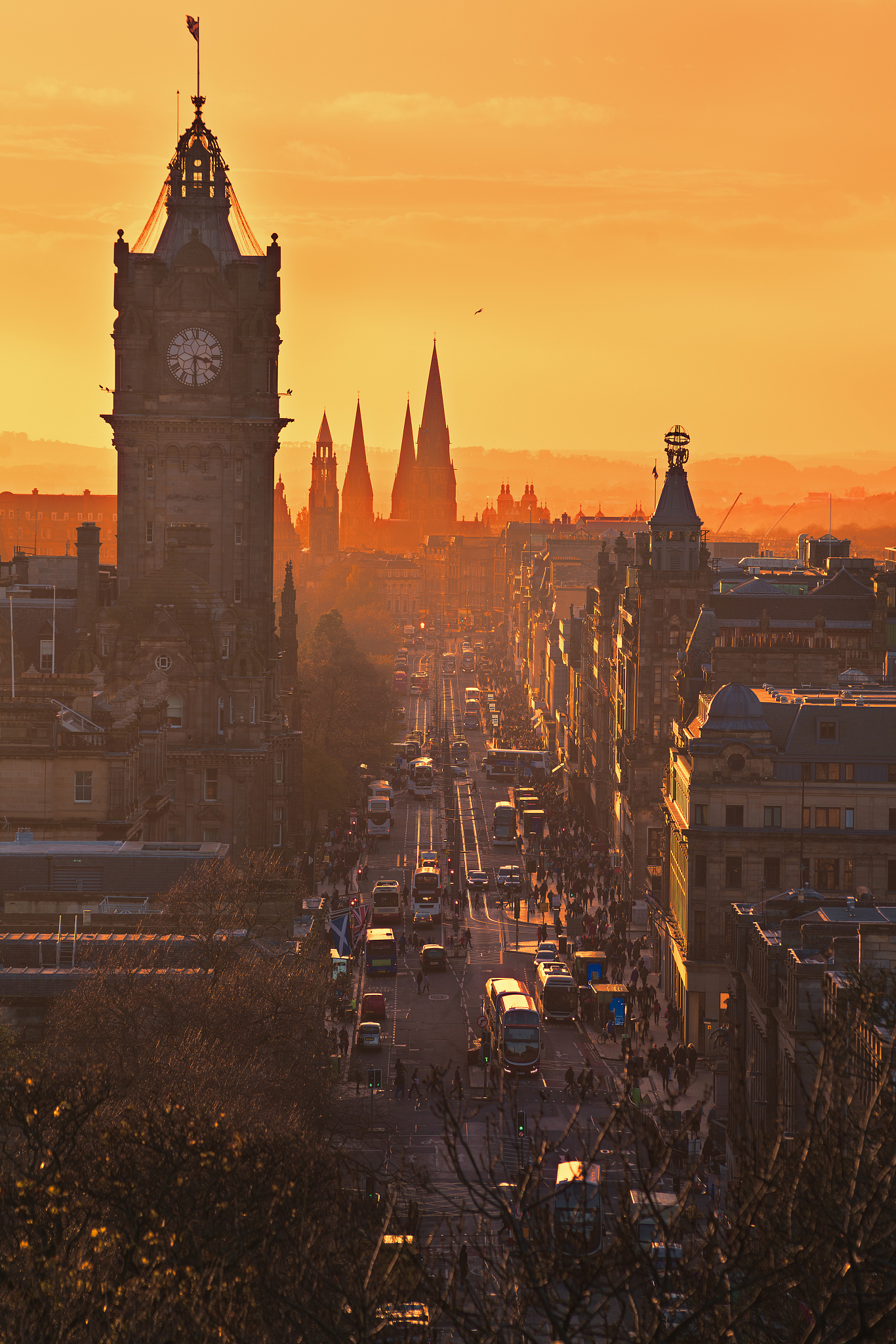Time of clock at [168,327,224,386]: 3:29
